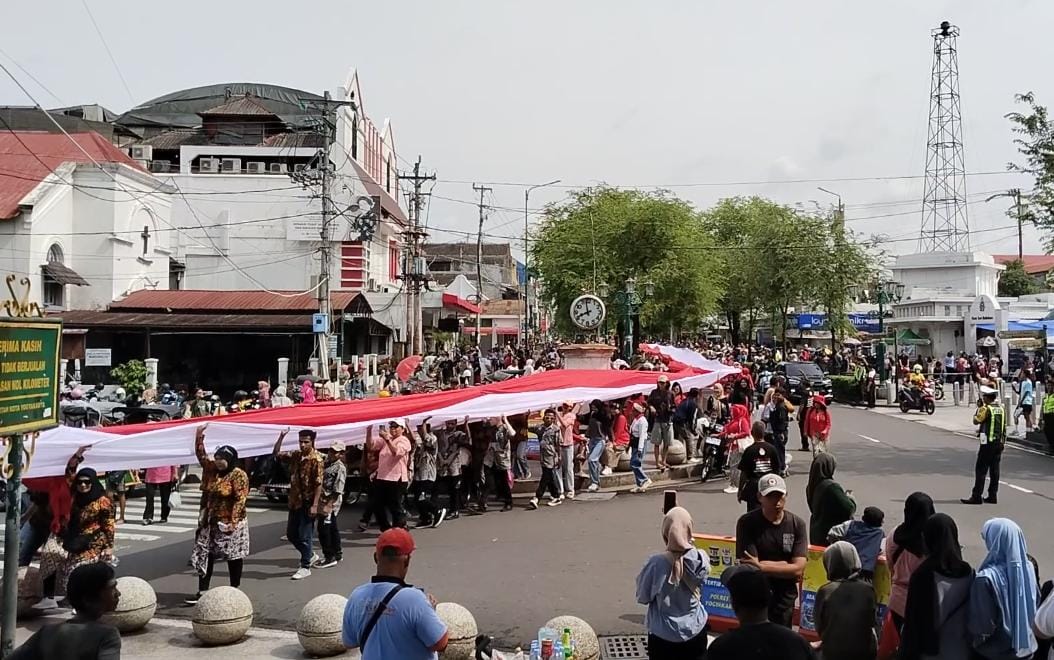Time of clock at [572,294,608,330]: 11:41
